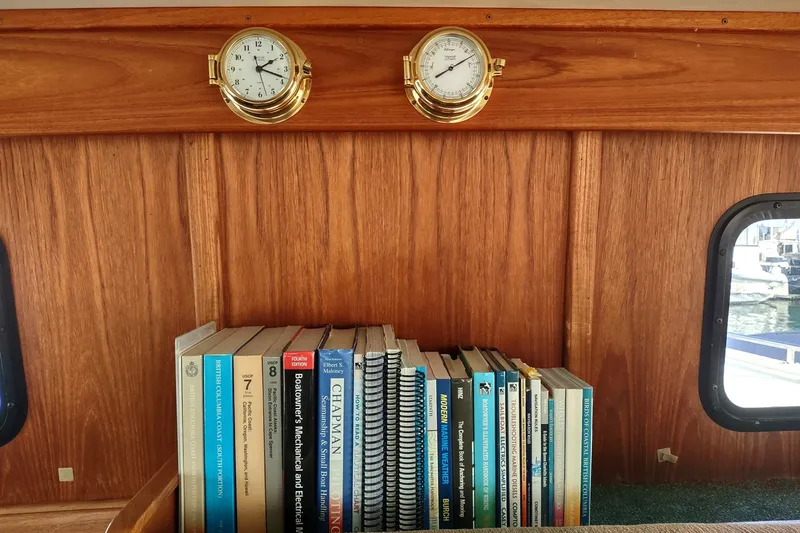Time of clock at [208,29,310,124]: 2:18
